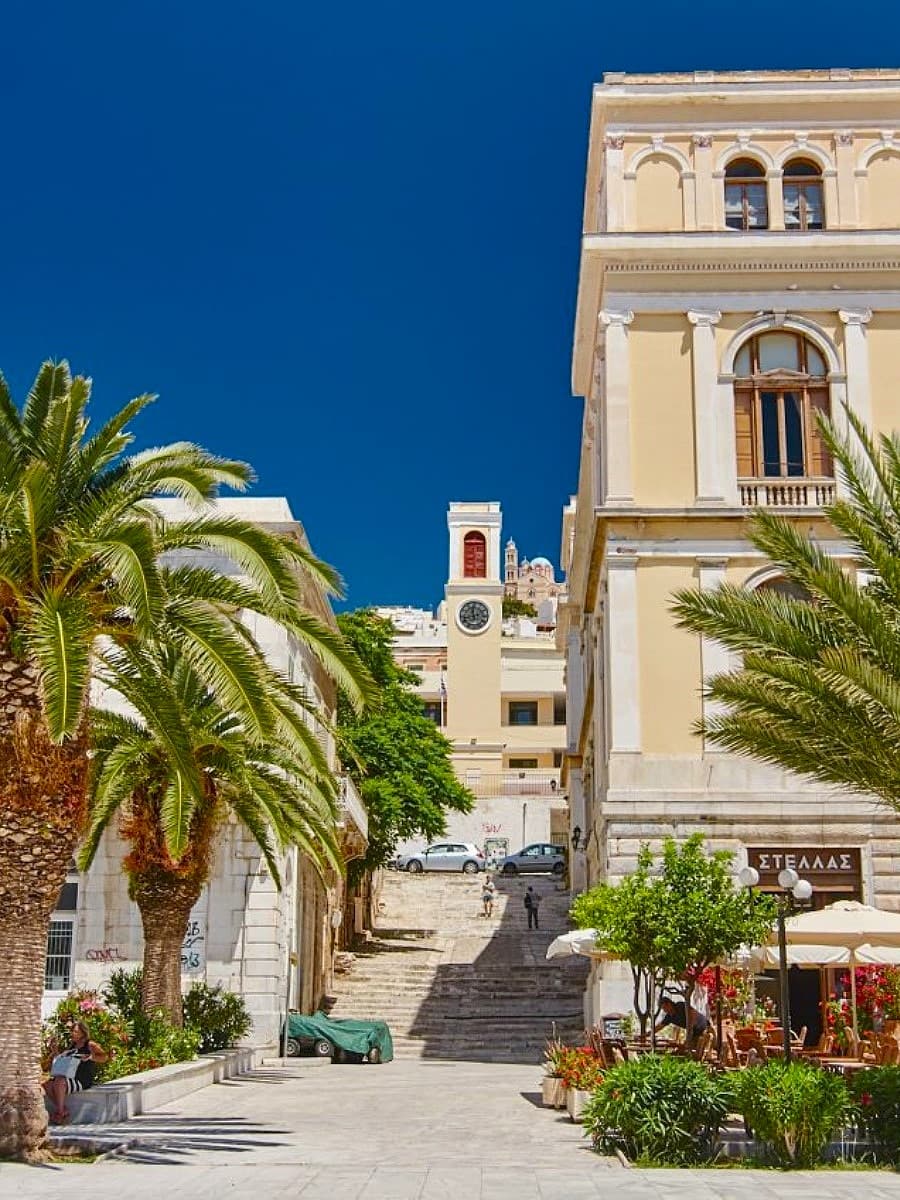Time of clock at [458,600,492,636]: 11:42
